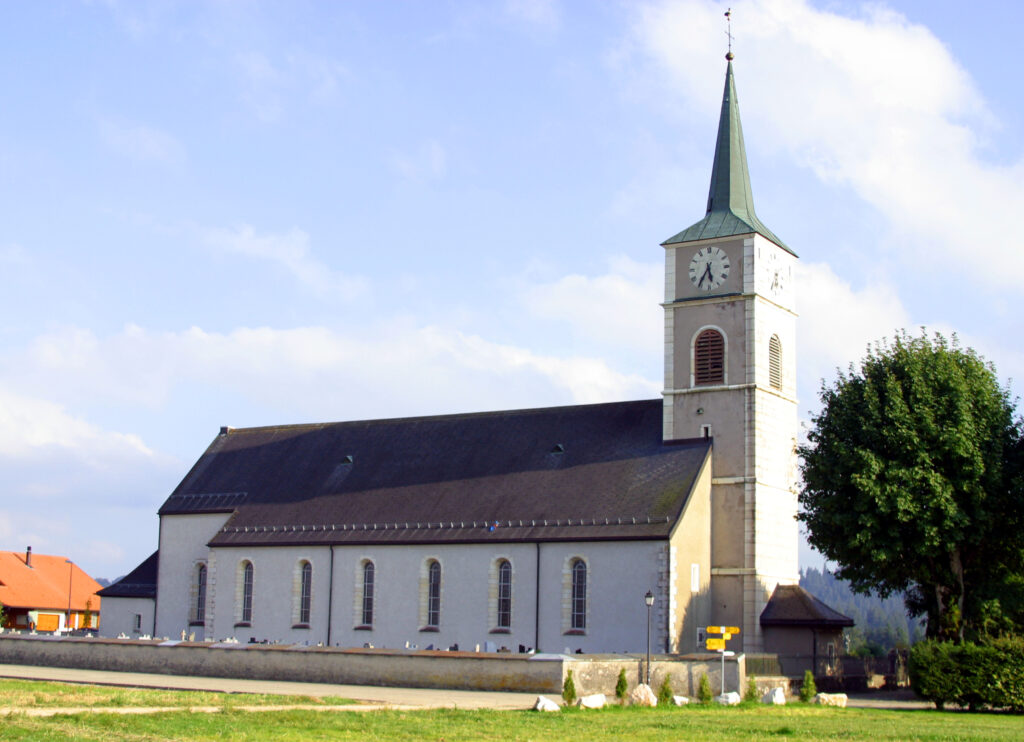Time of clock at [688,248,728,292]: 5:35
